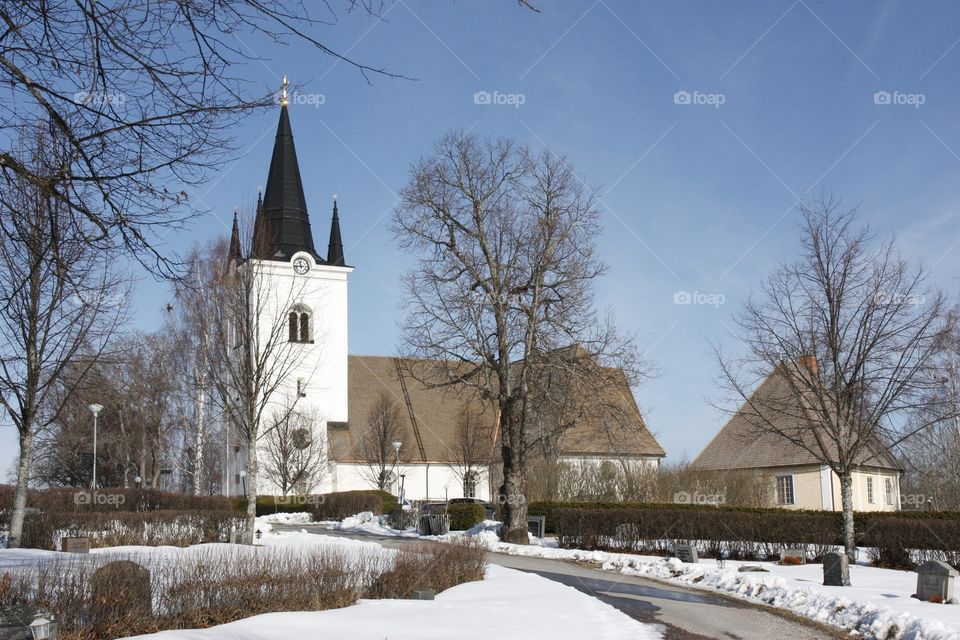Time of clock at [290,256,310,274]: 11:43
